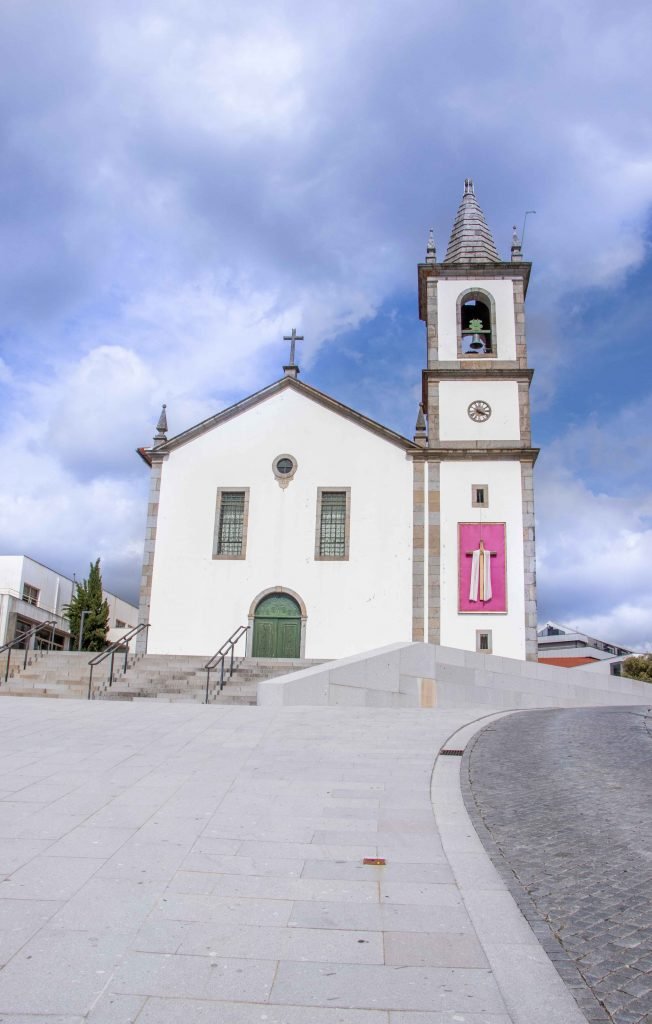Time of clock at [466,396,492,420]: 4:18
